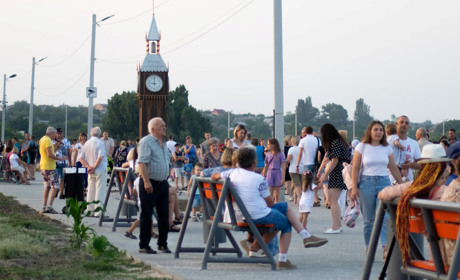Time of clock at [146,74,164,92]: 8:59
